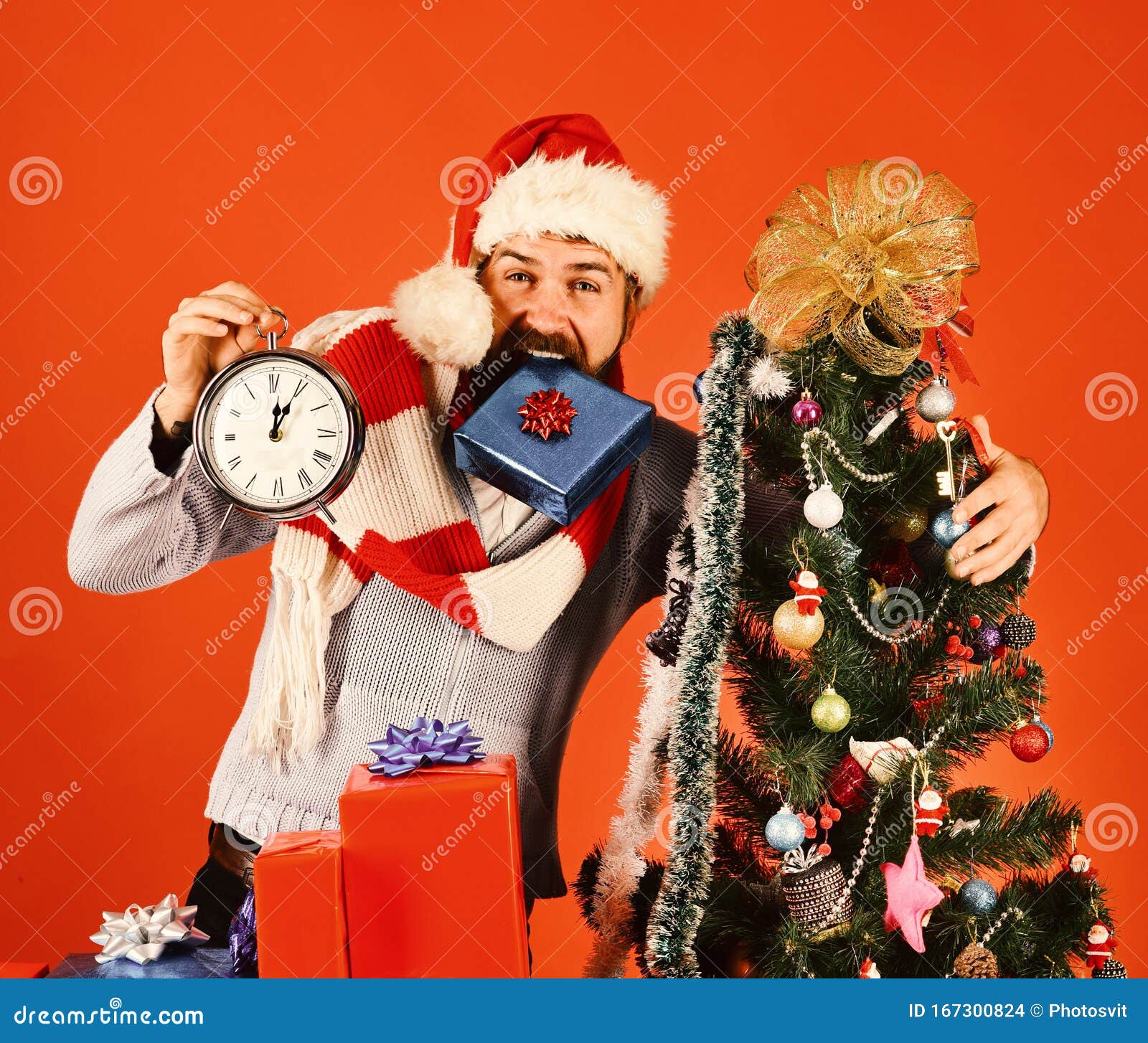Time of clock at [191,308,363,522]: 12:04
